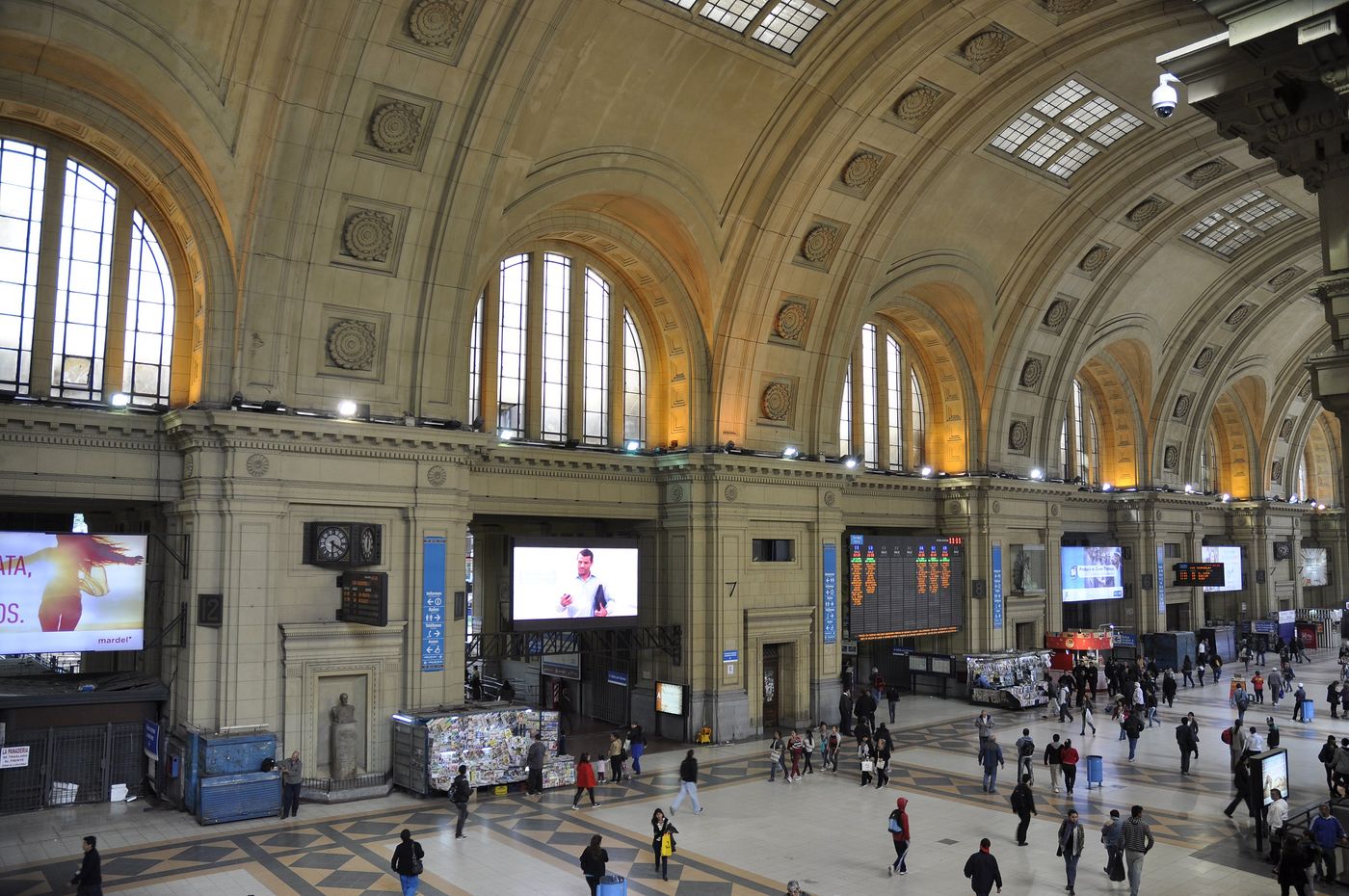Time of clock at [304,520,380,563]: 6:20
